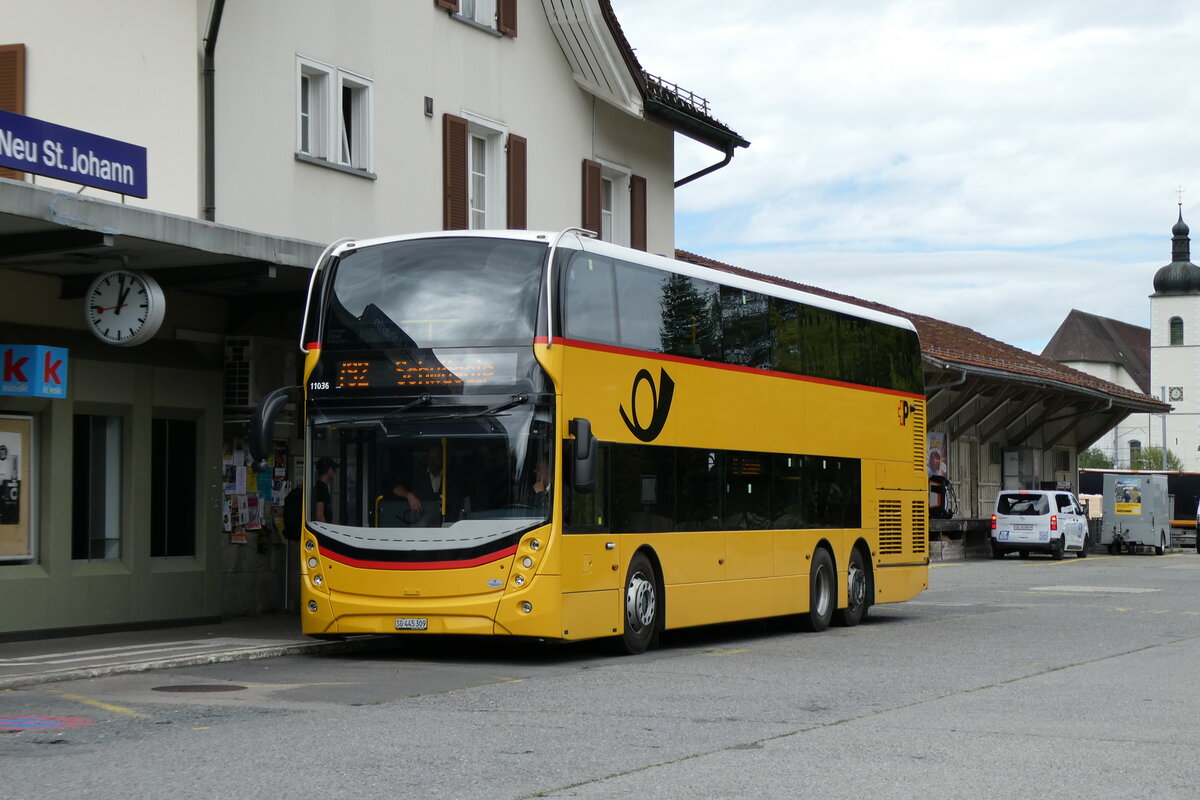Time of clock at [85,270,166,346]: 1:01
